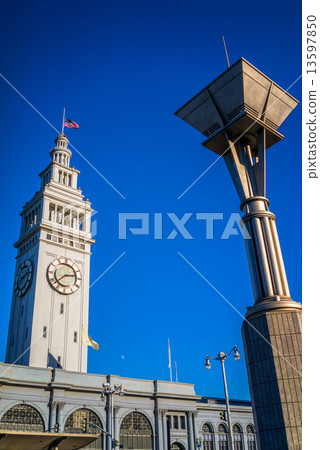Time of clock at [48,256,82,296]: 2:38
